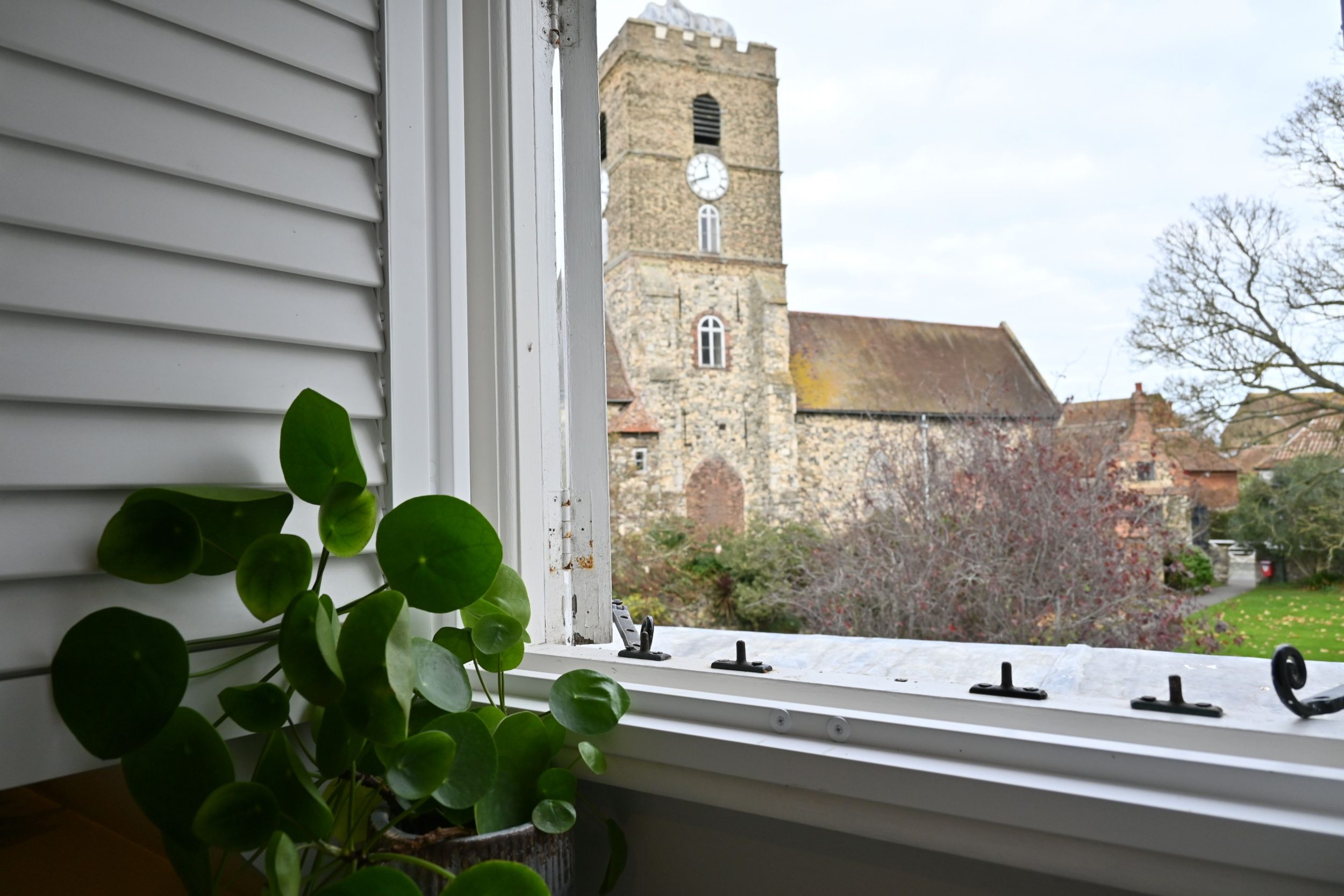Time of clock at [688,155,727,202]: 11:41
